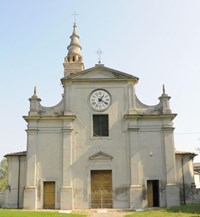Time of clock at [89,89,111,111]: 1:20
